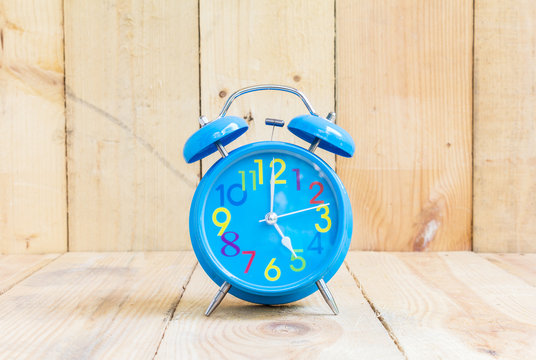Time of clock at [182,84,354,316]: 5:00
